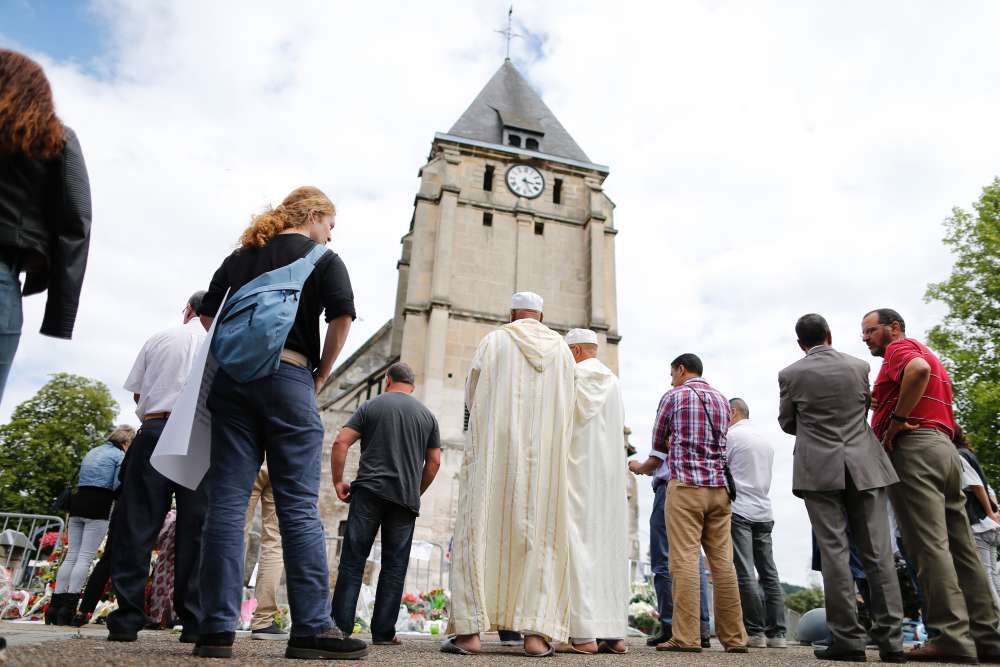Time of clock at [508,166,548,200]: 3:26
